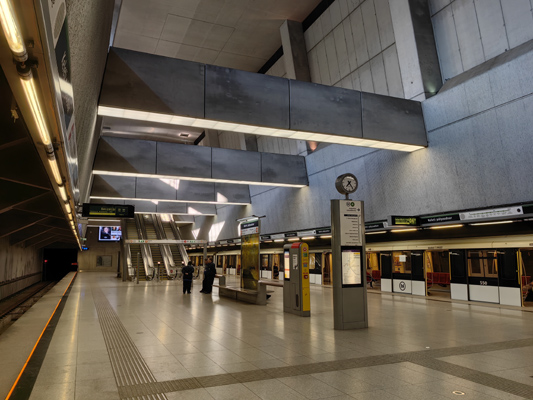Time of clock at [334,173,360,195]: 7:24
